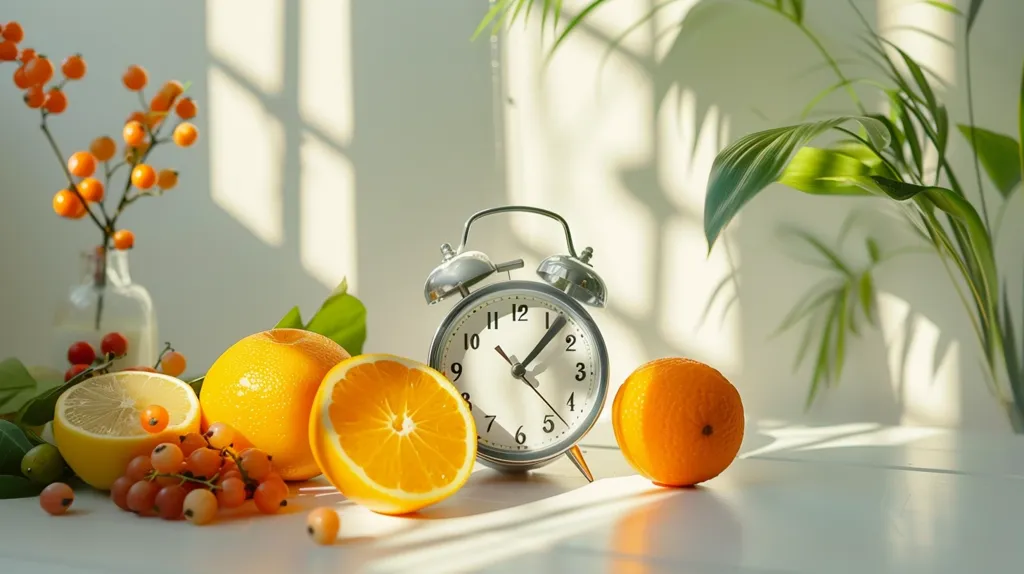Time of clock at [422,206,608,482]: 1:07
